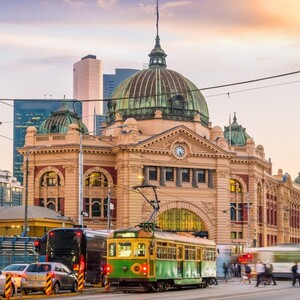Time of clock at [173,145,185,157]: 5:24
